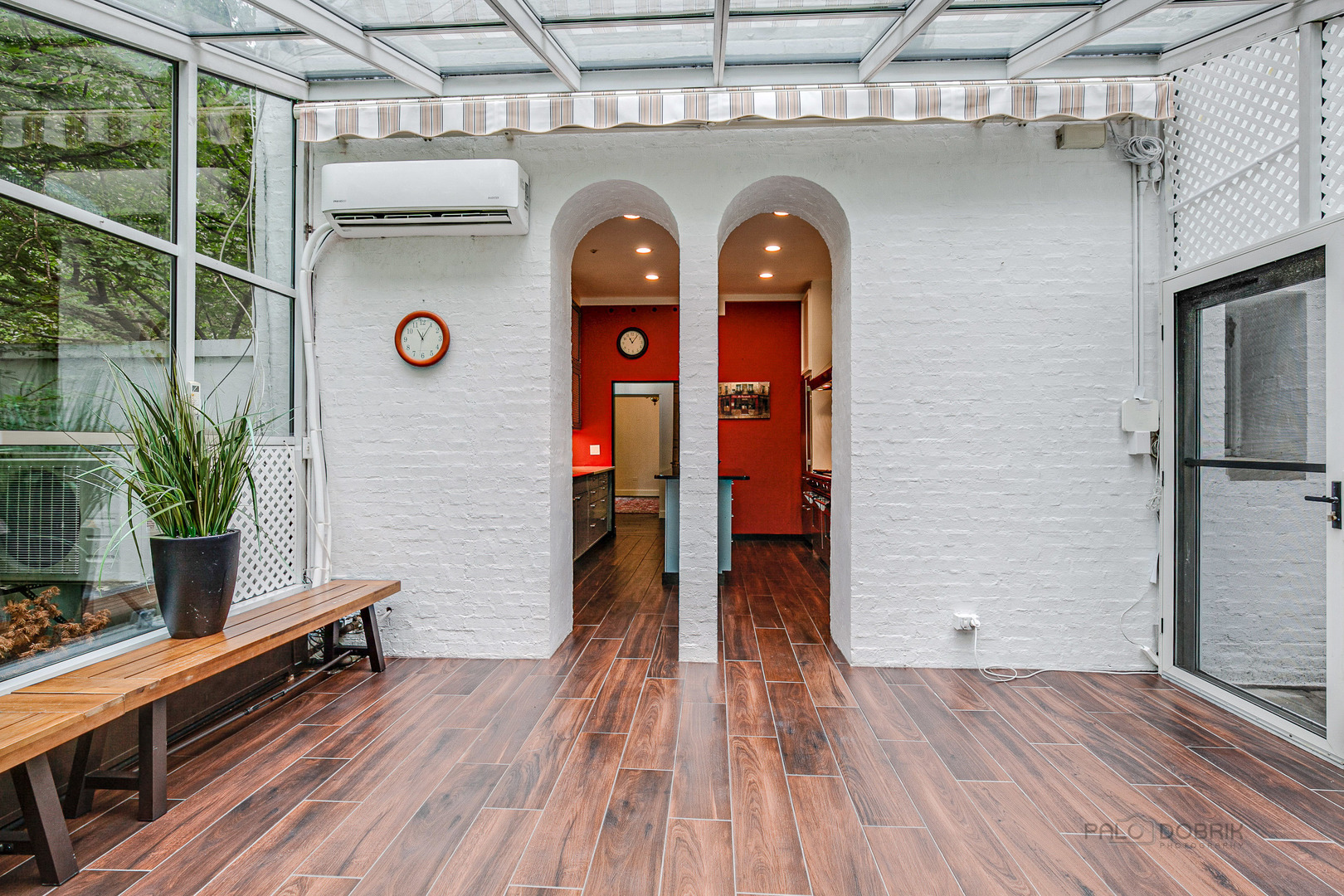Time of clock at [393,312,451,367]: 11:05
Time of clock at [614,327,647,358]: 11:06
